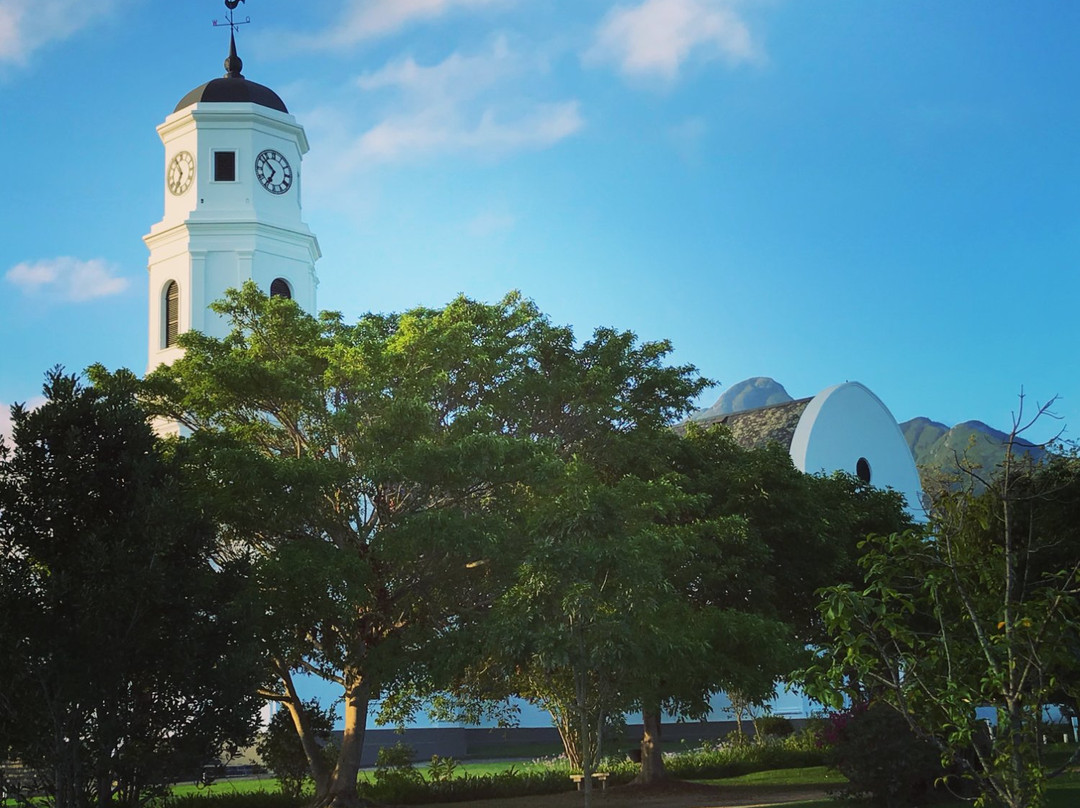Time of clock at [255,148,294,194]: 6:52
